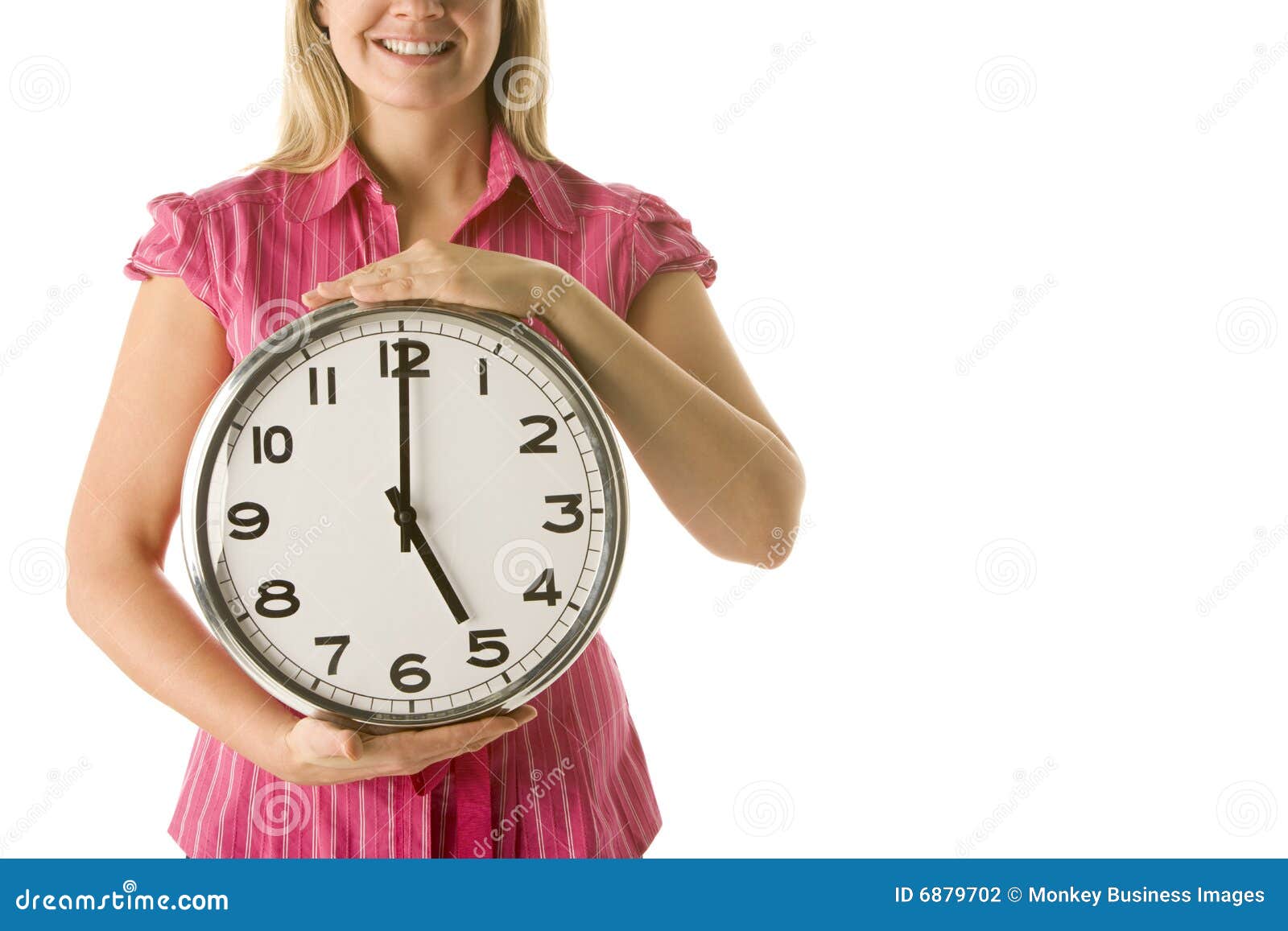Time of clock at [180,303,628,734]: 5:00
